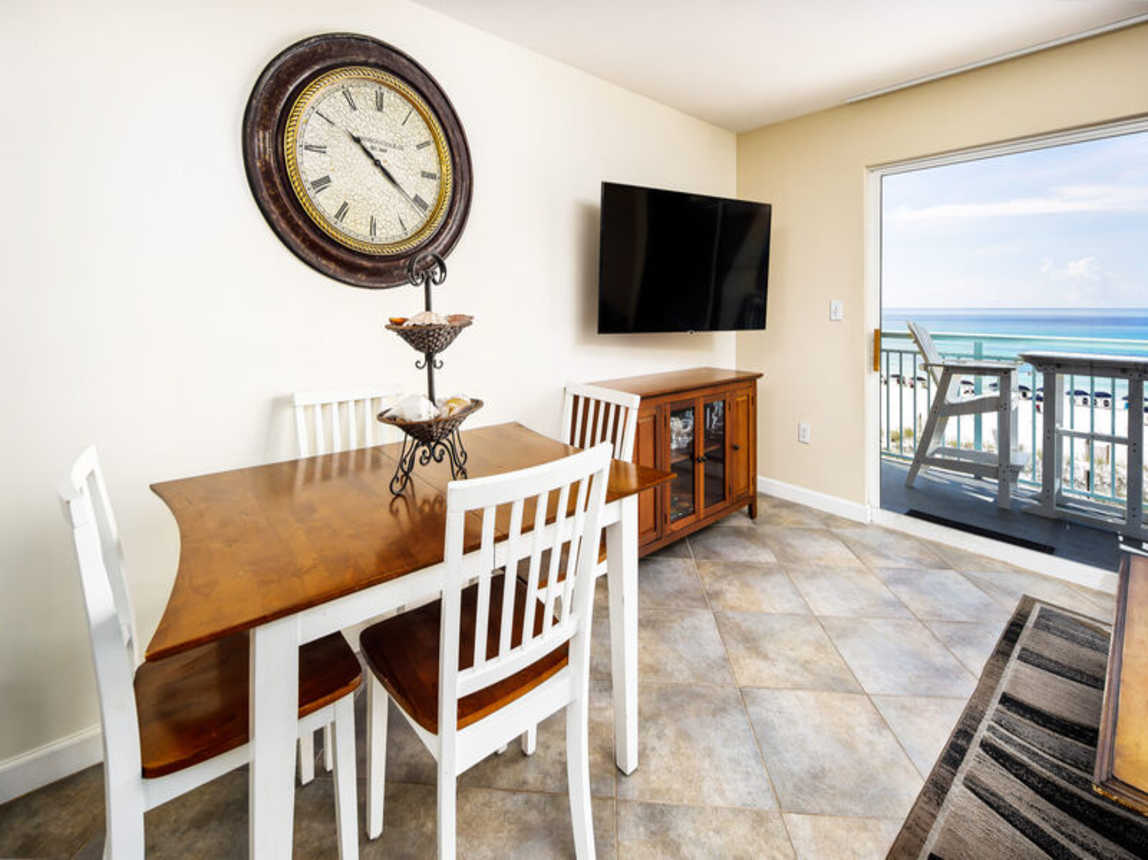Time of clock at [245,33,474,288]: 10:20
